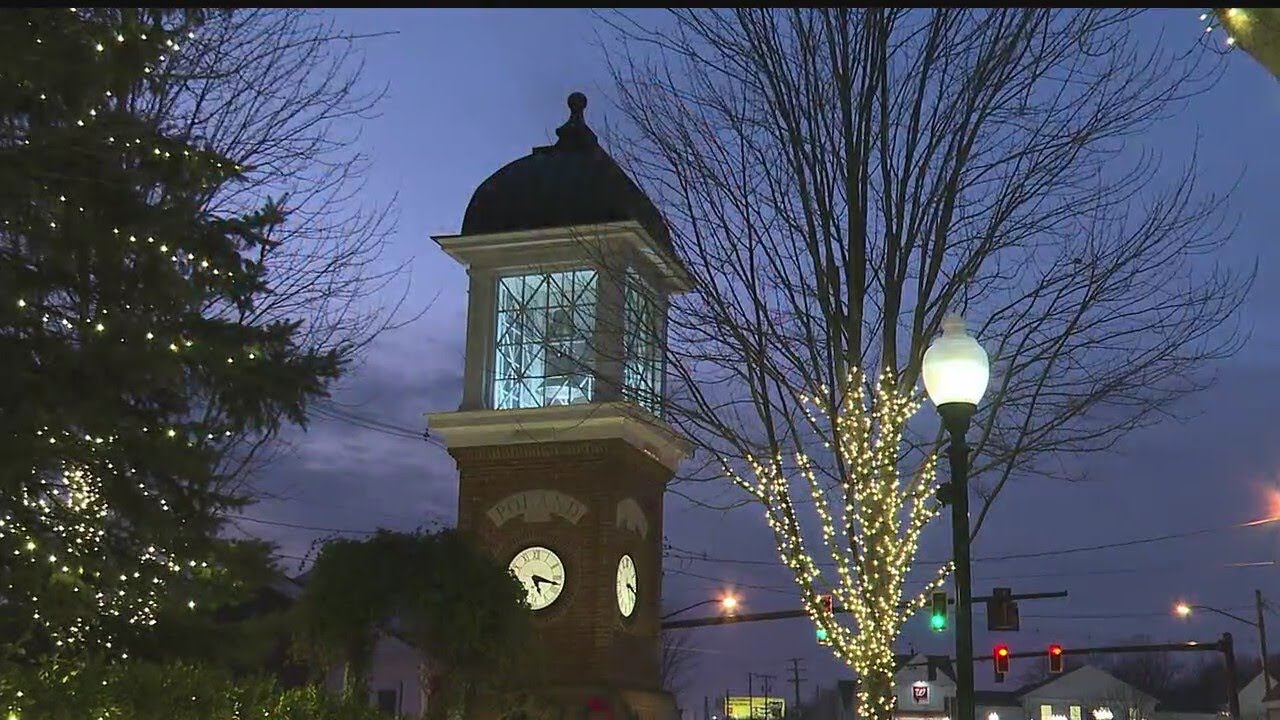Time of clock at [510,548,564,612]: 5:17
